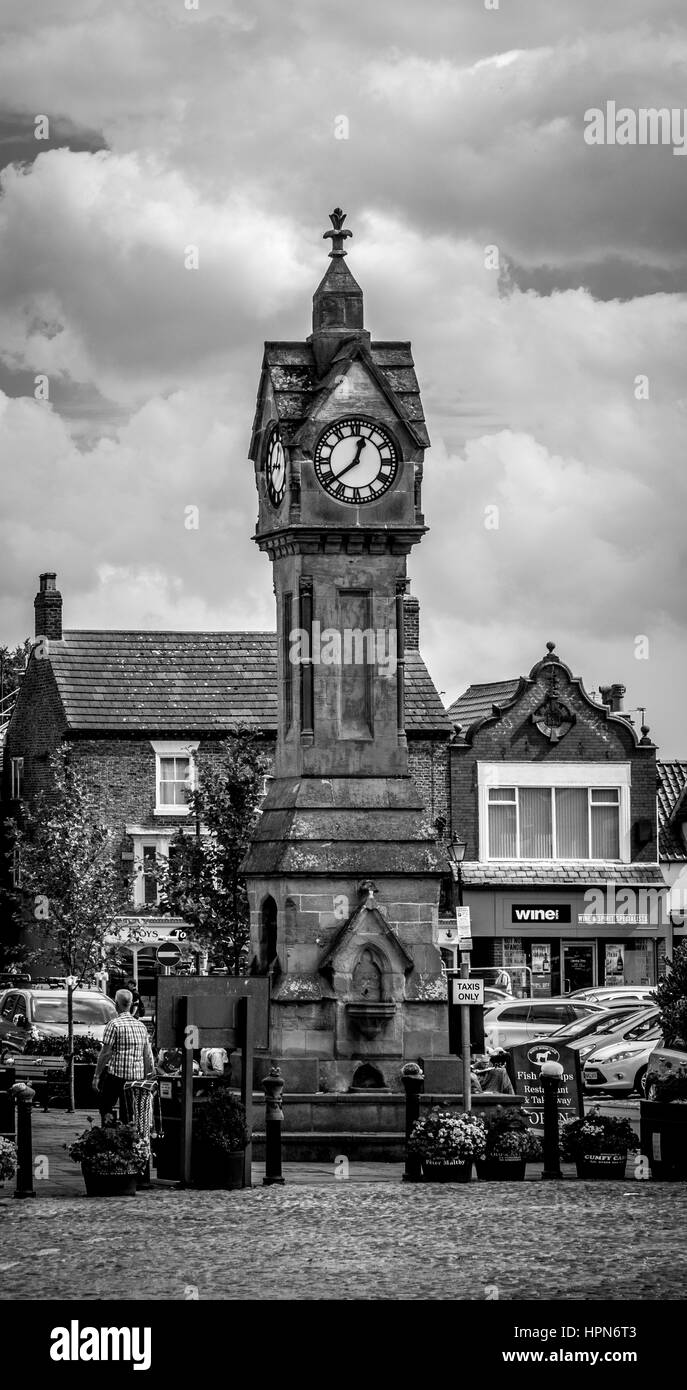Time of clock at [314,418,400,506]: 12:38
